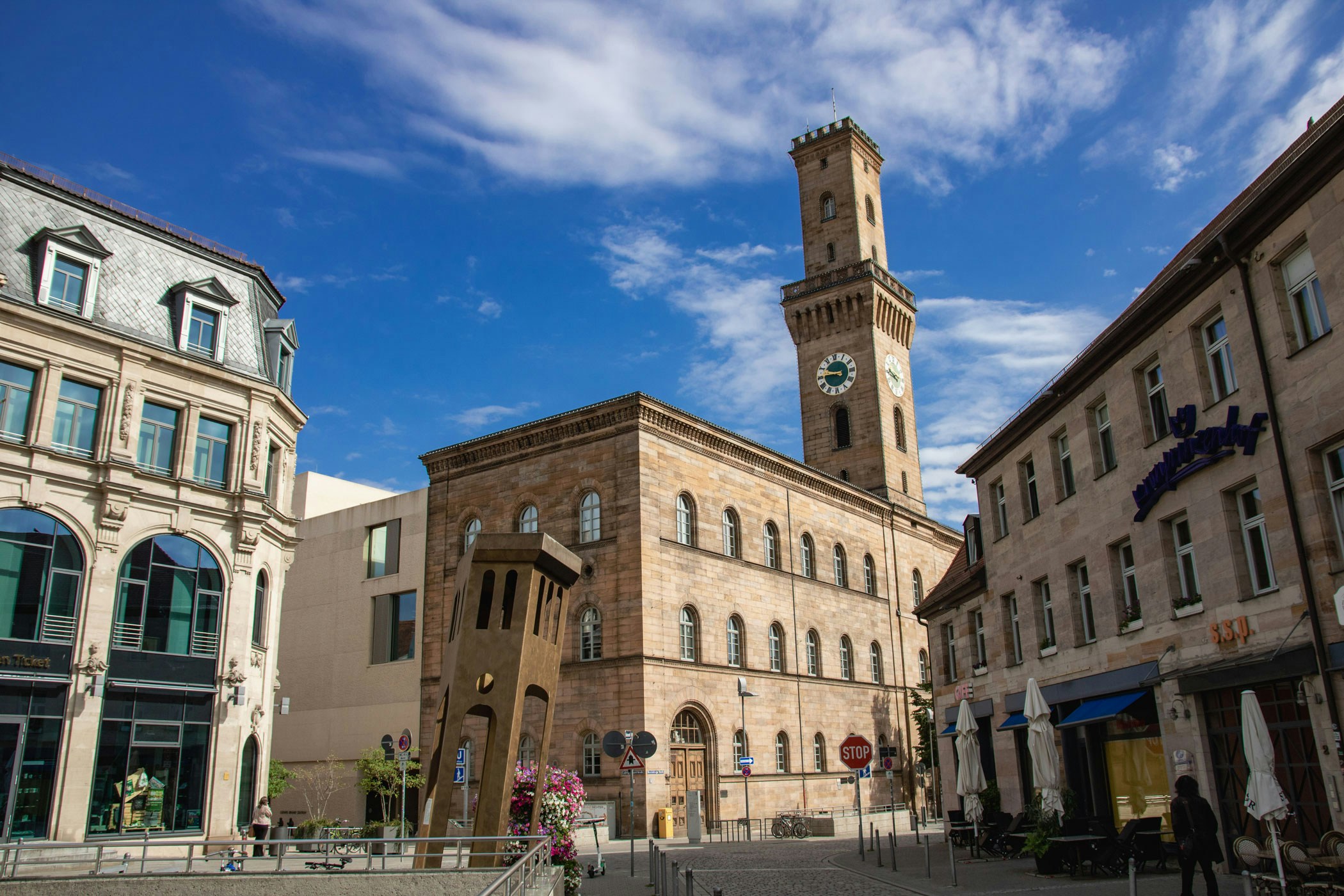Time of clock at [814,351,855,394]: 9:45
